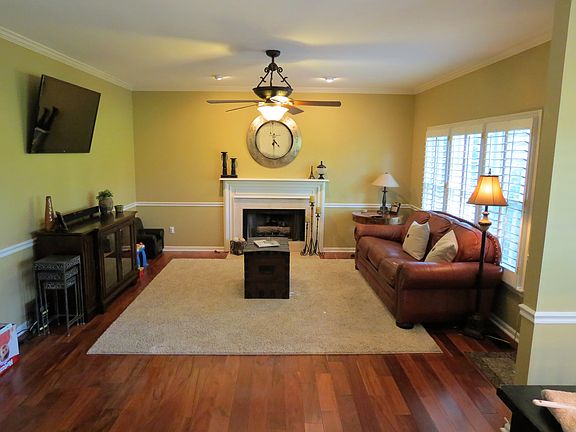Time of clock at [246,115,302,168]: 4:29
